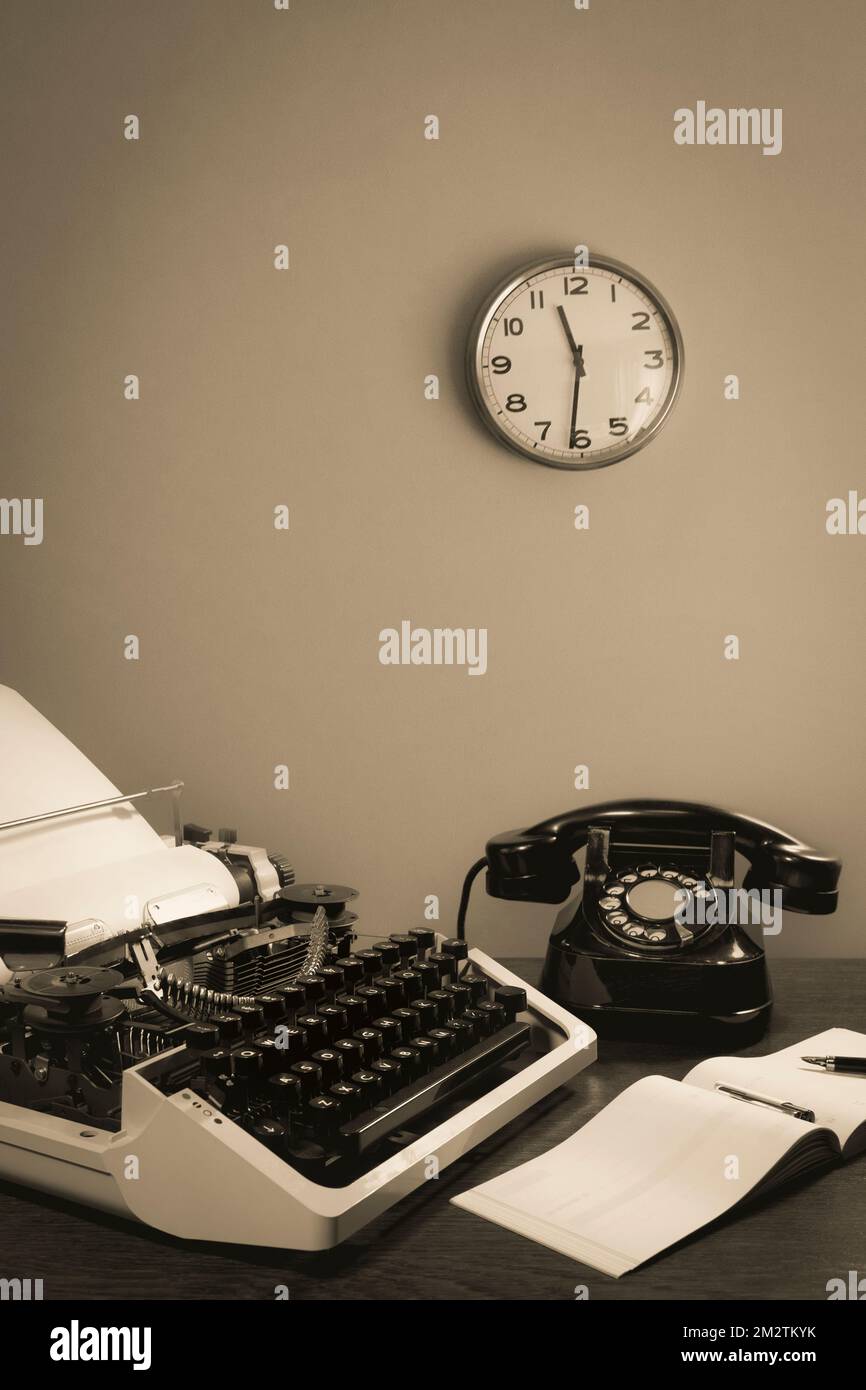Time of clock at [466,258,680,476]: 11:31
